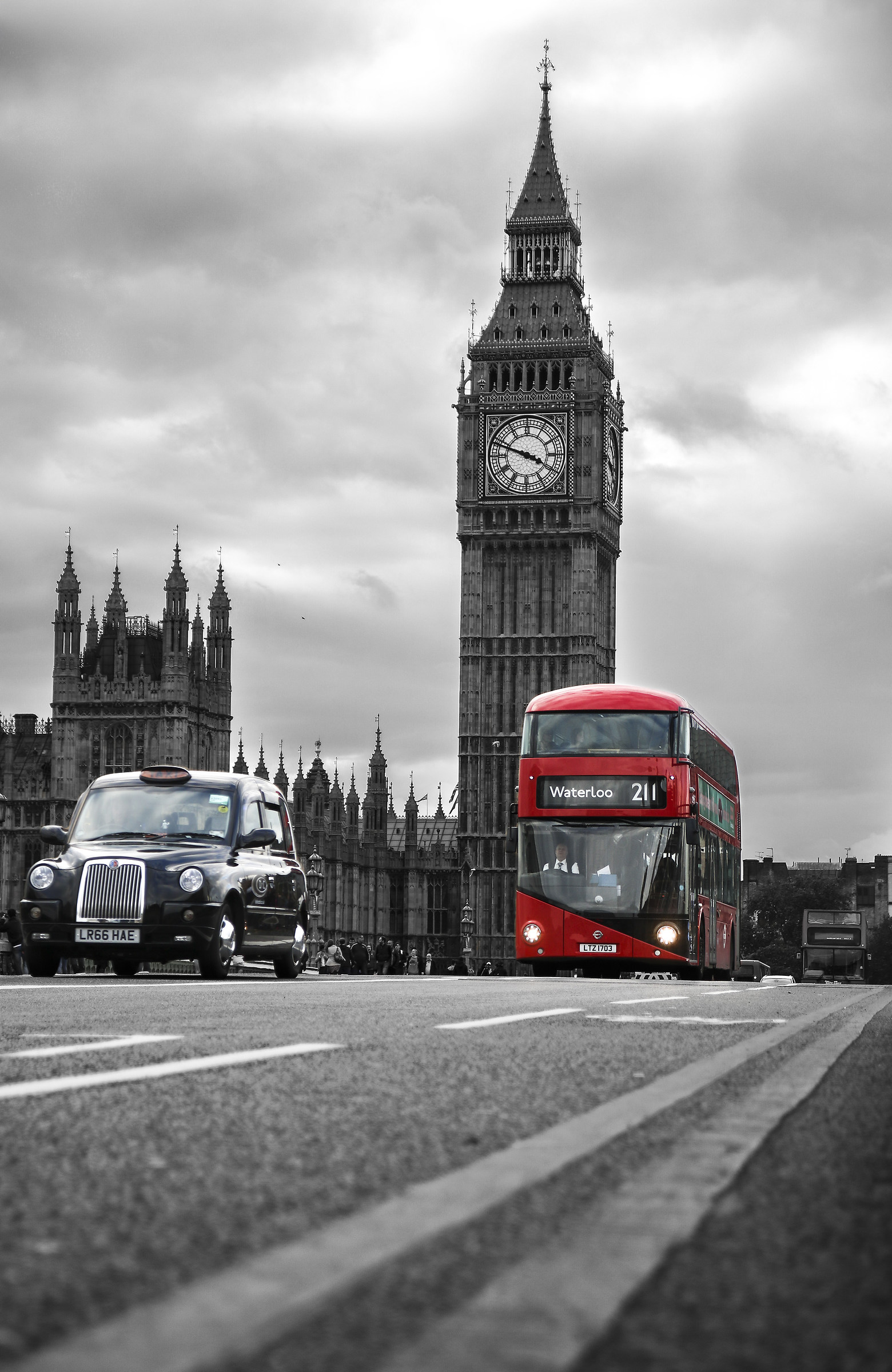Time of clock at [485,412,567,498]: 3:47
